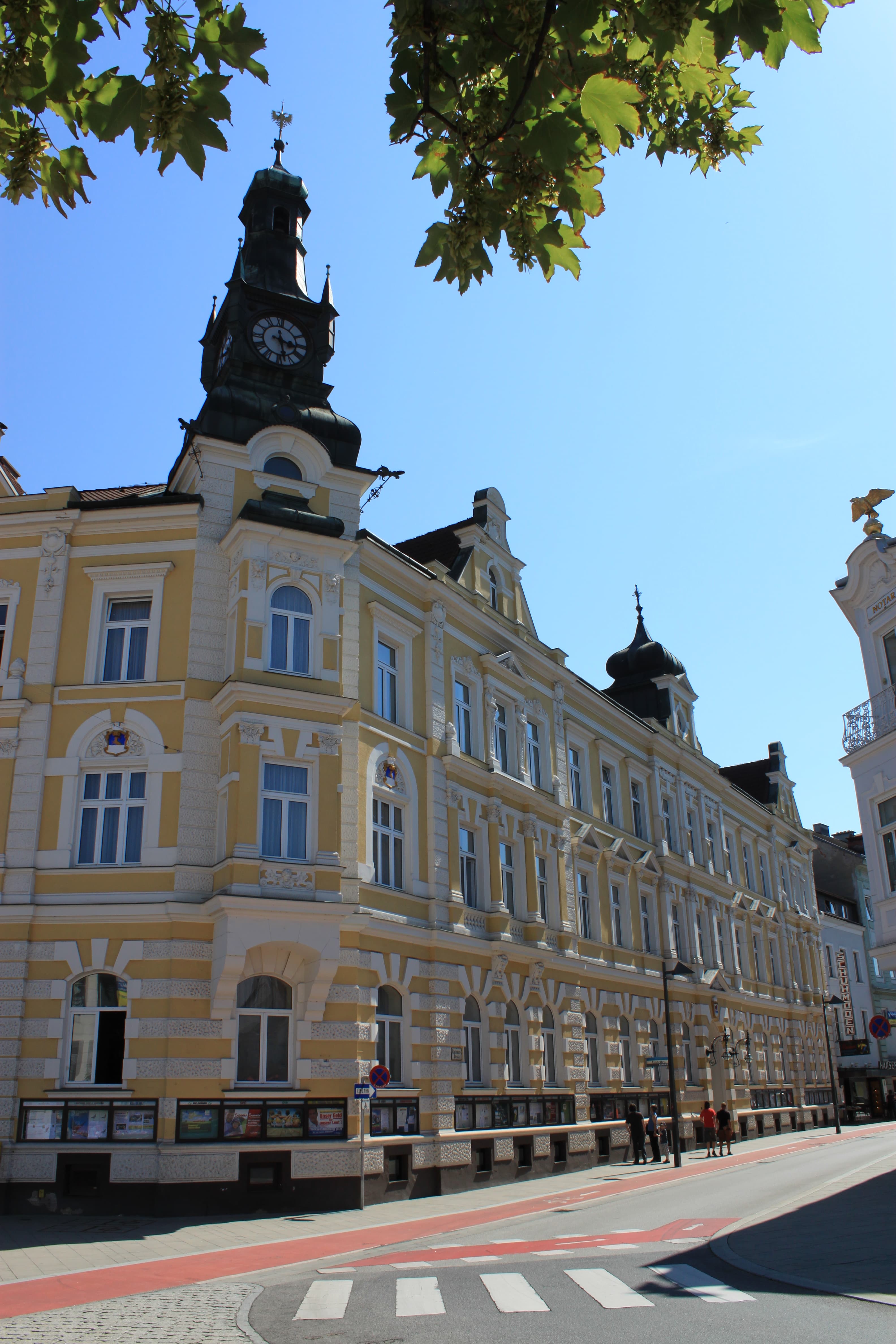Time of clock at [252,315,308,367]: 3:28
